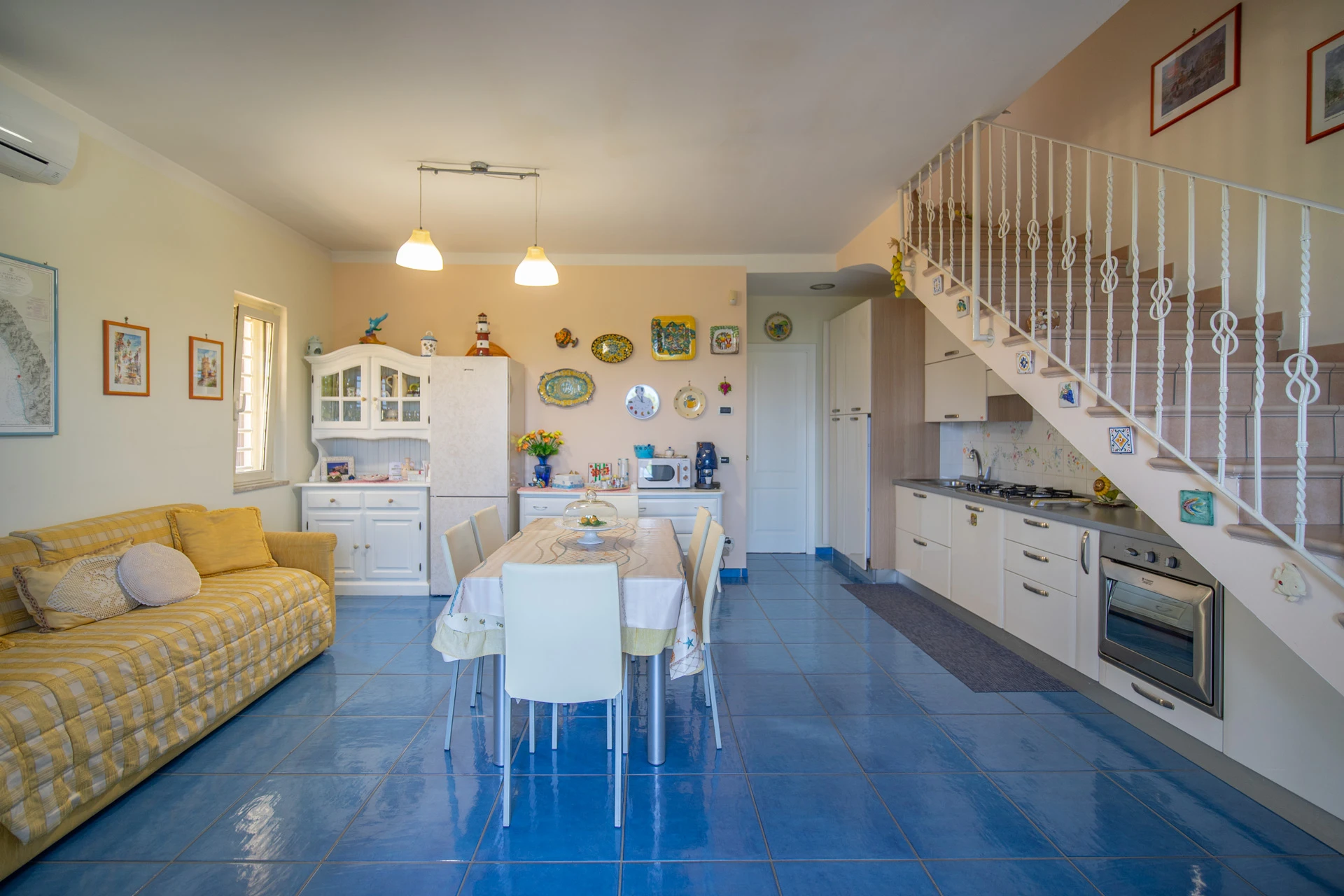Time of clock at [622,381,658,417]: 11:53
